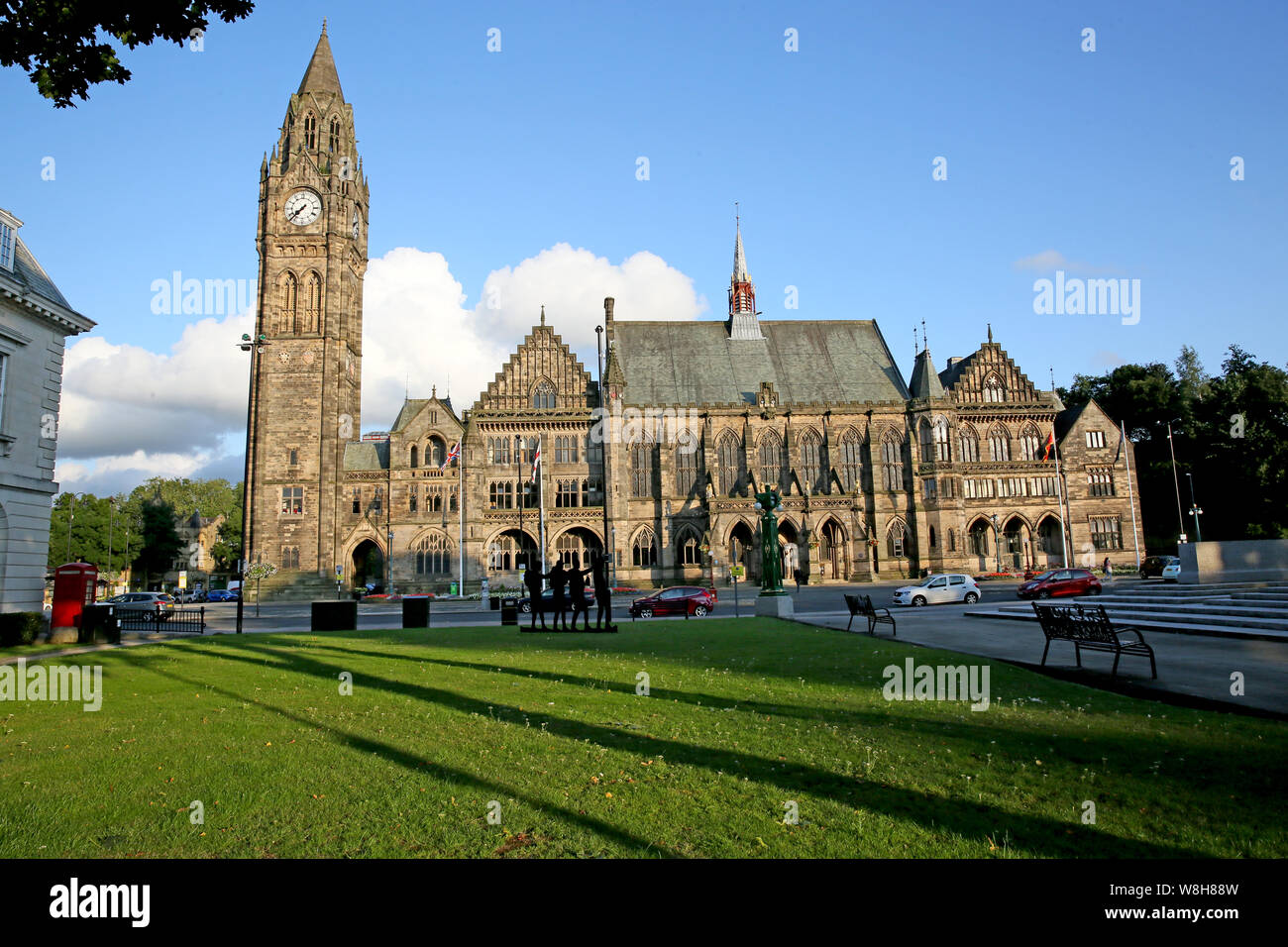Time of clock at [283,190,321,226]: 7:37
